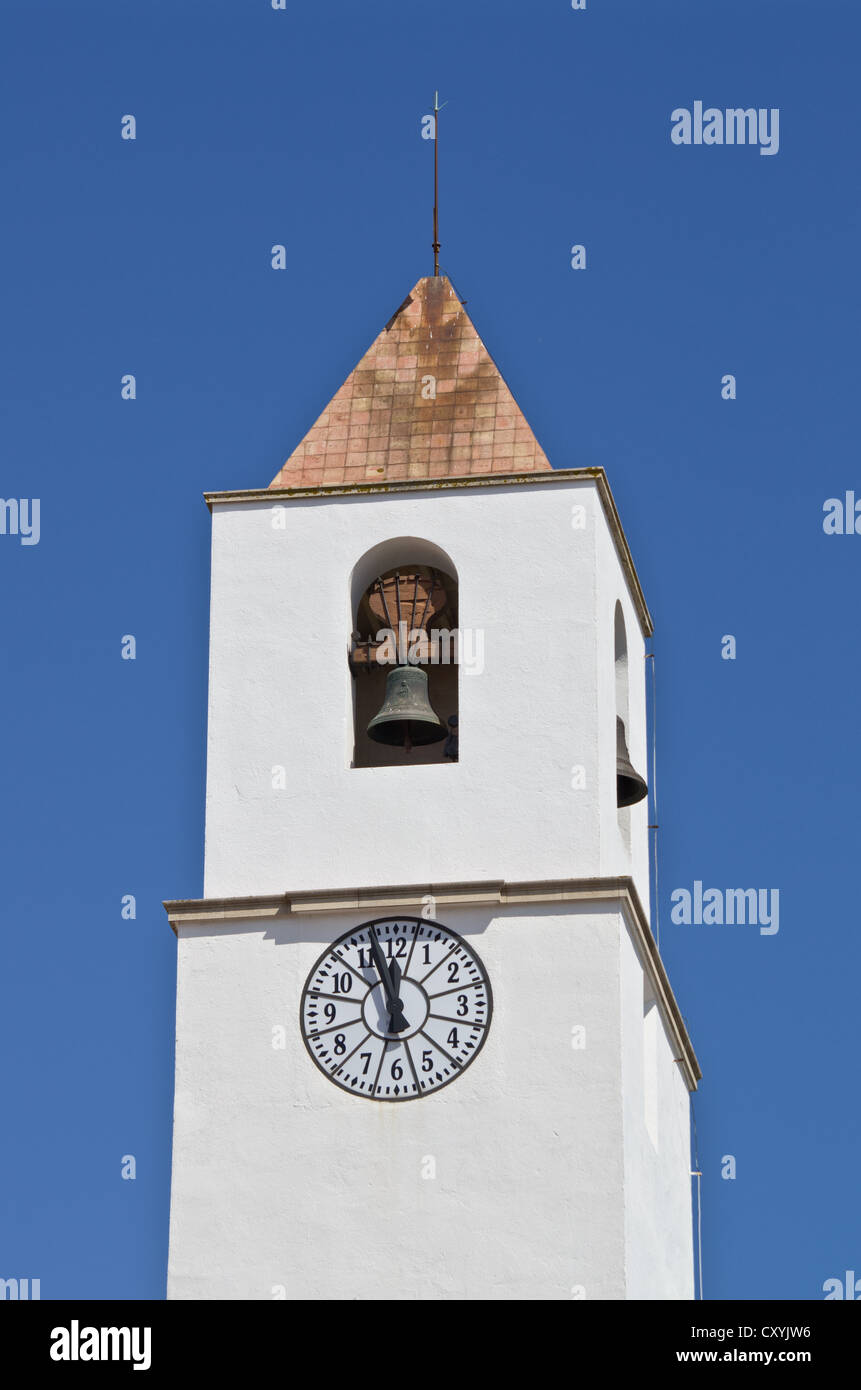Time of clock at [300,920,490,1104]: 11:57
